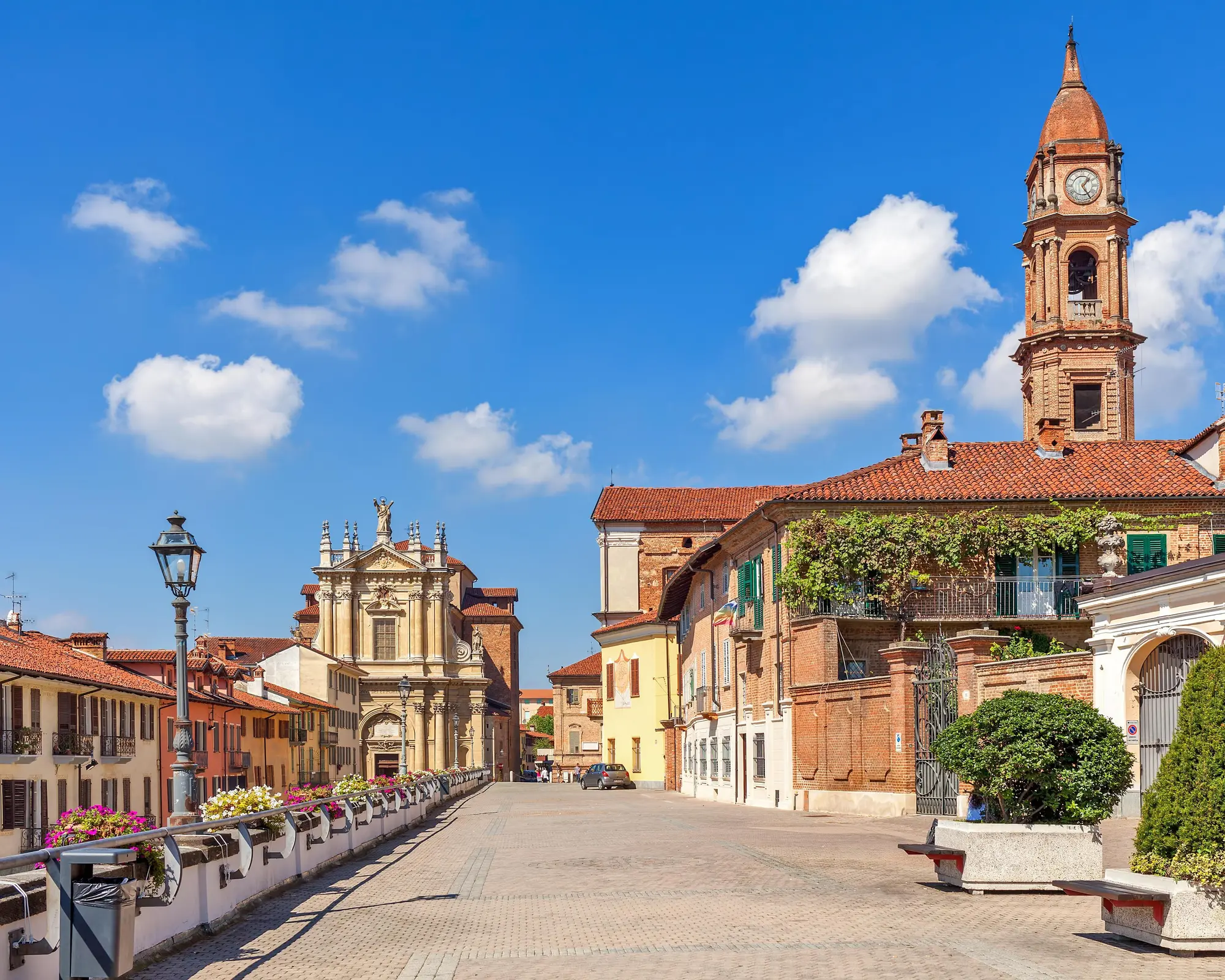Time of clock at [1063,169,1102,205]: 1:24
